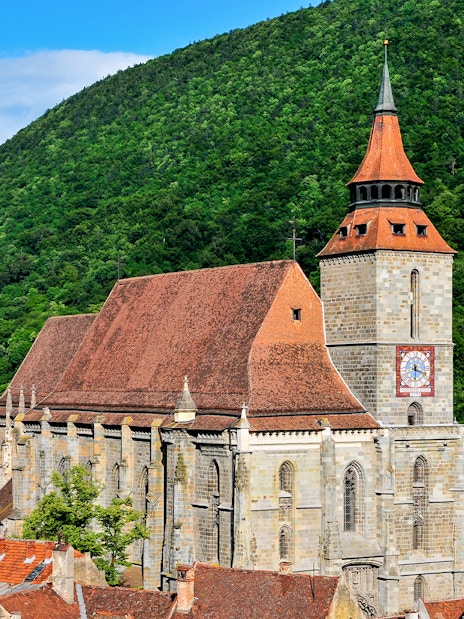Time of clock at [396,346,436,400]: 3:29
